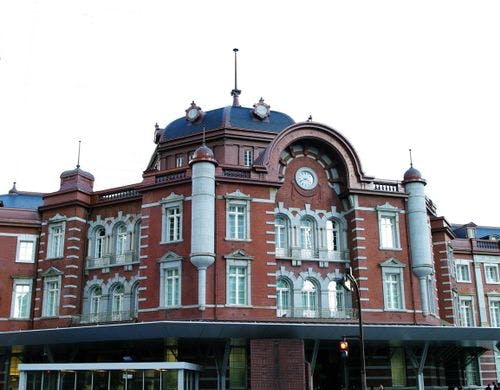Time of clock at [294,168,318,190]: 3:40
